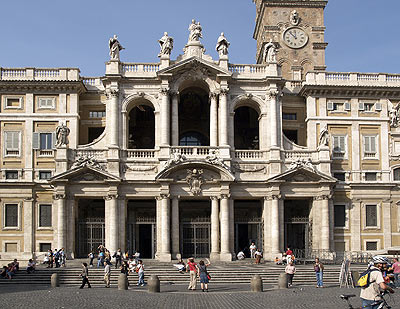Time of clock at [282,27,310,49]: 11:52
